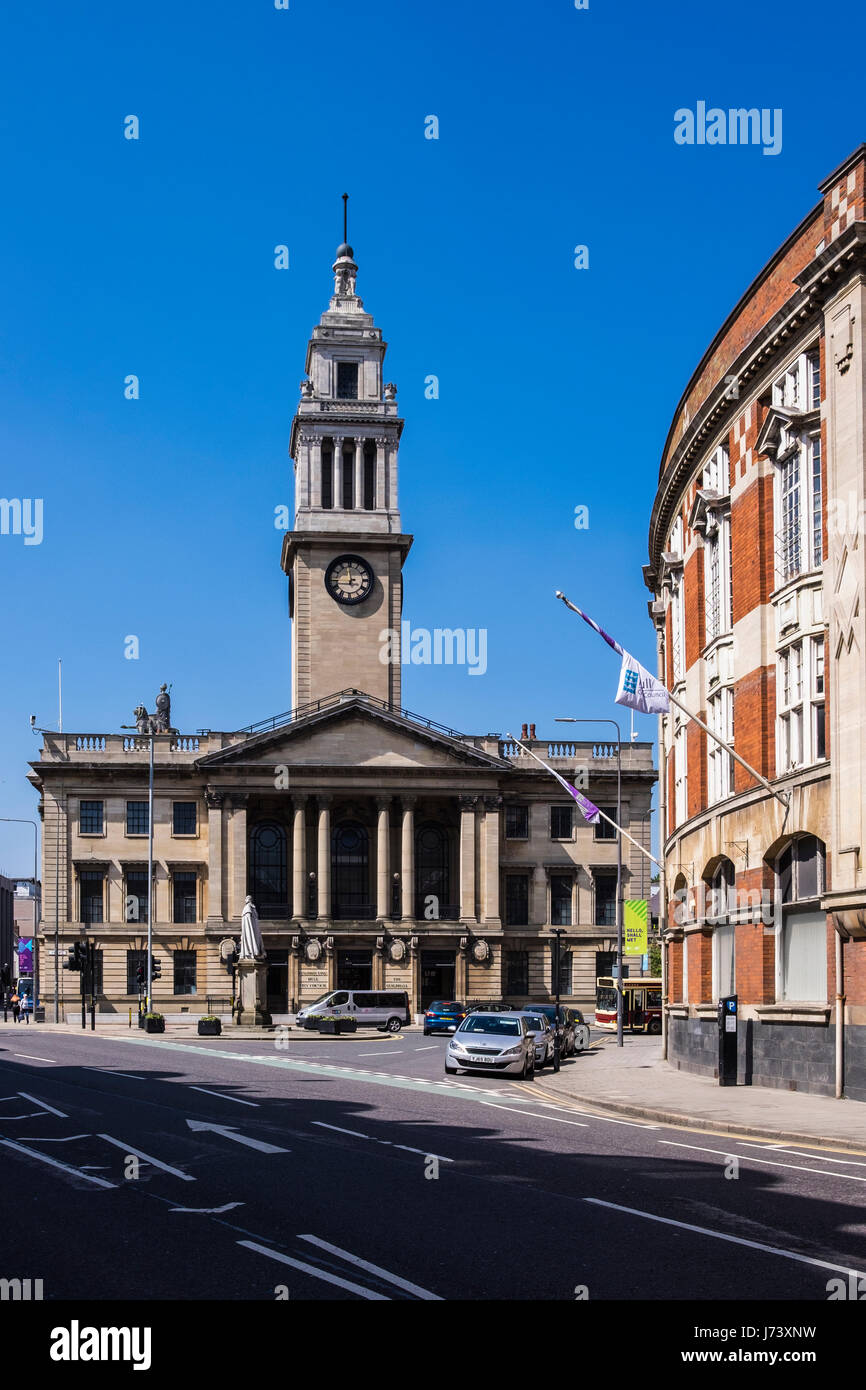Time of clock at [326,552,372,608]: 11:44
